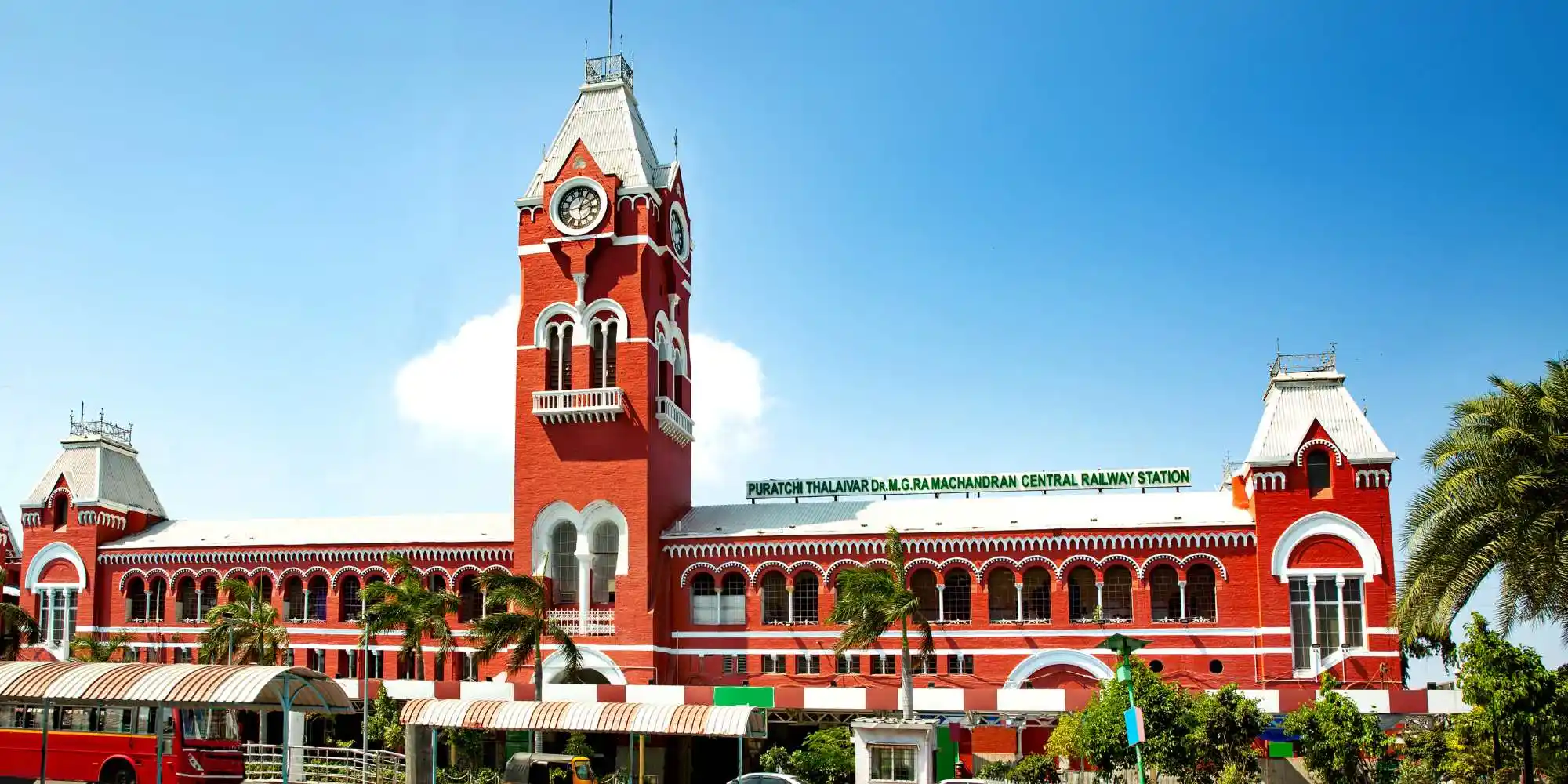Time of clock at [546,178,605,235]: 2:04
